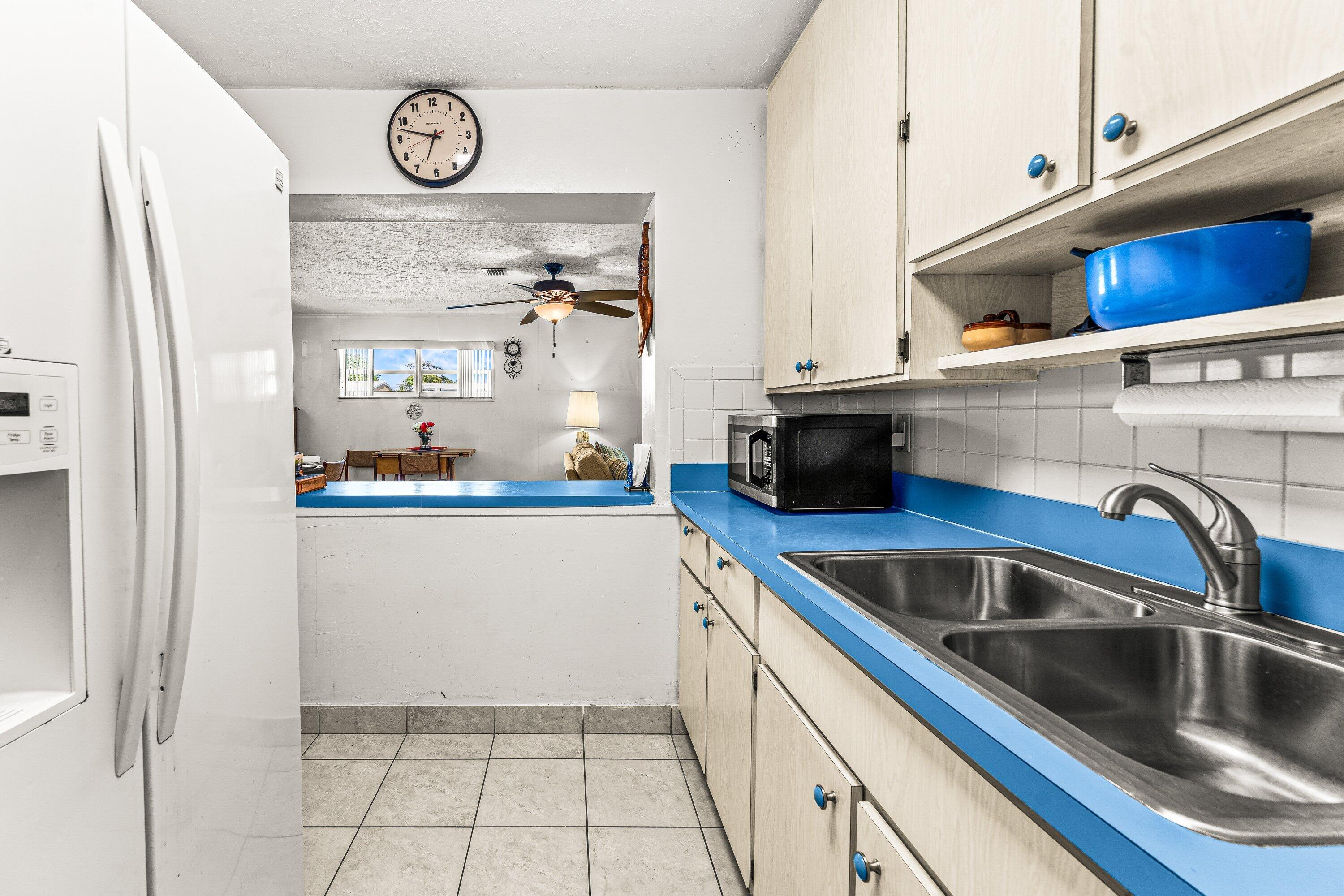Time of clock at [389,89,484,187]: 6:47
